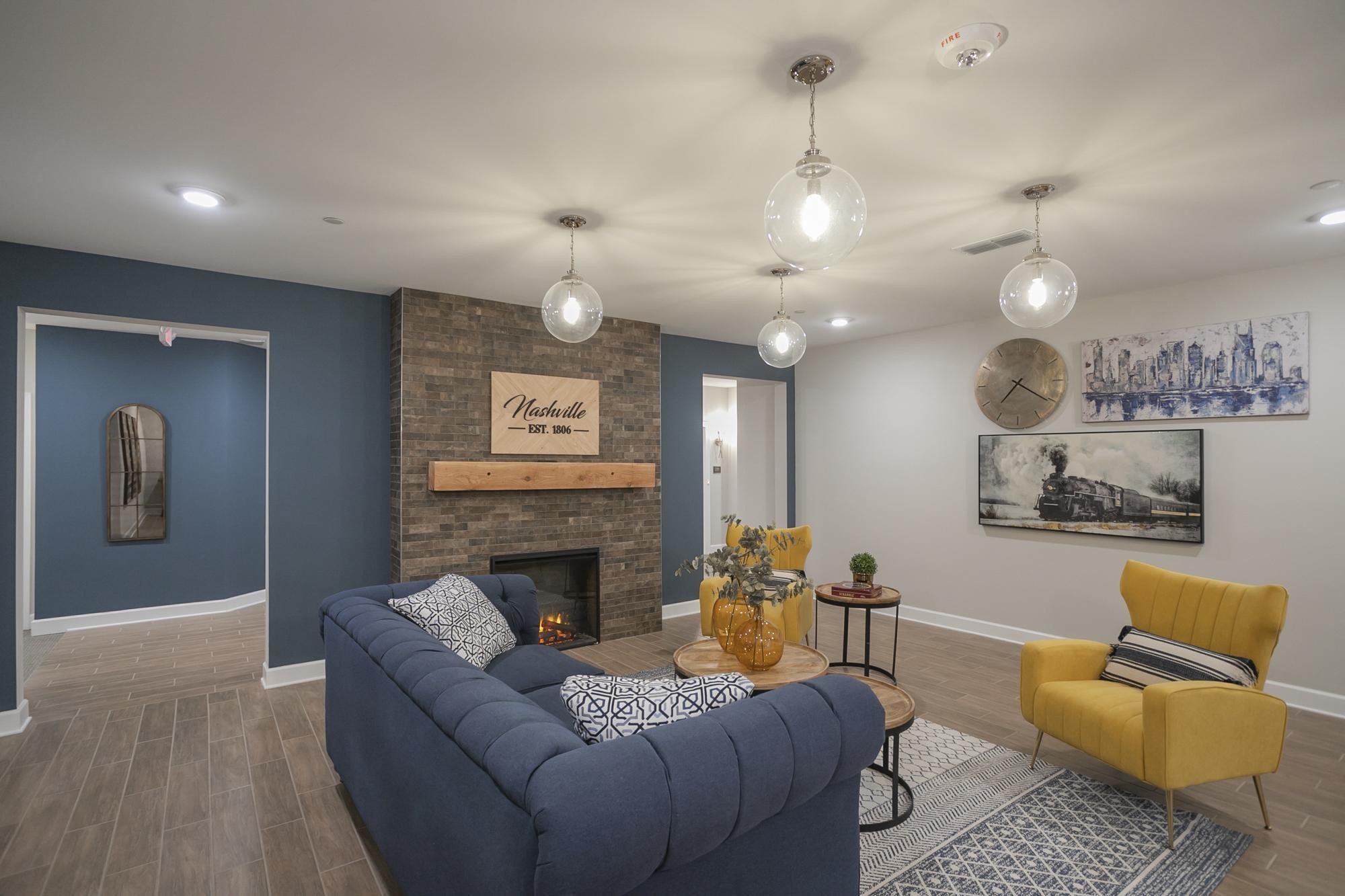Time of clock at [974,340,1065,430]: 7:20
